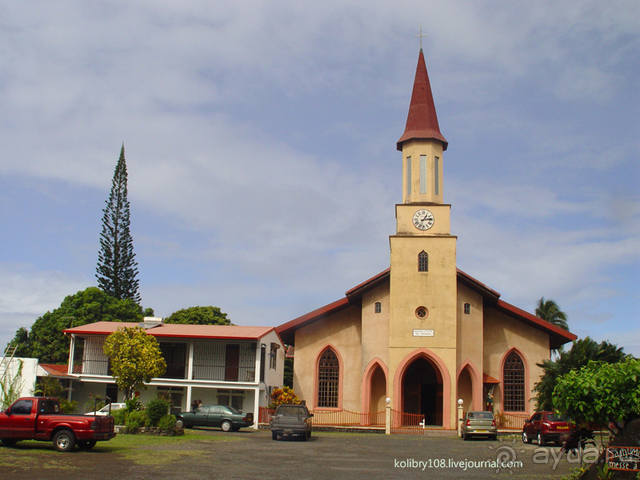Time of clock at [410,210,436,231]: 1:13
